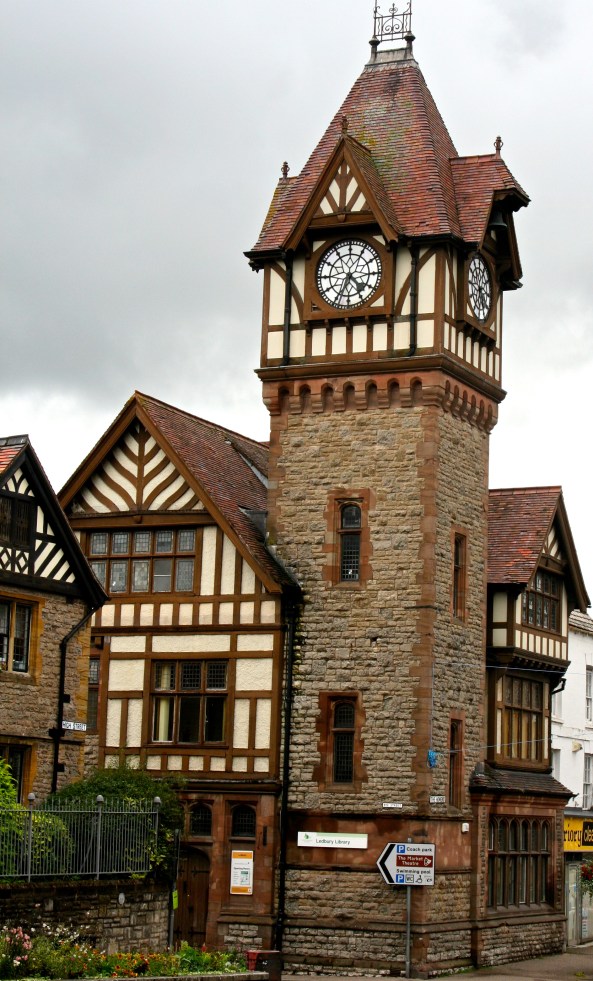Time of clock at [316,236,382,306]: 4:34
